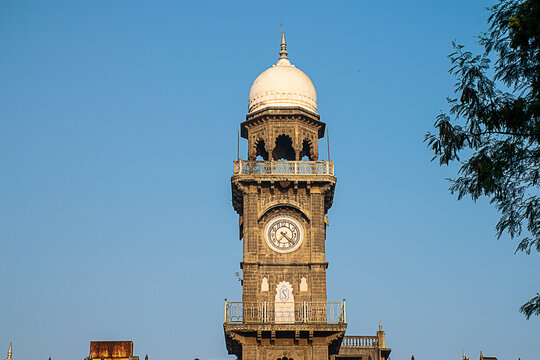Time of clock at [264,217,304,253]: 7:22
